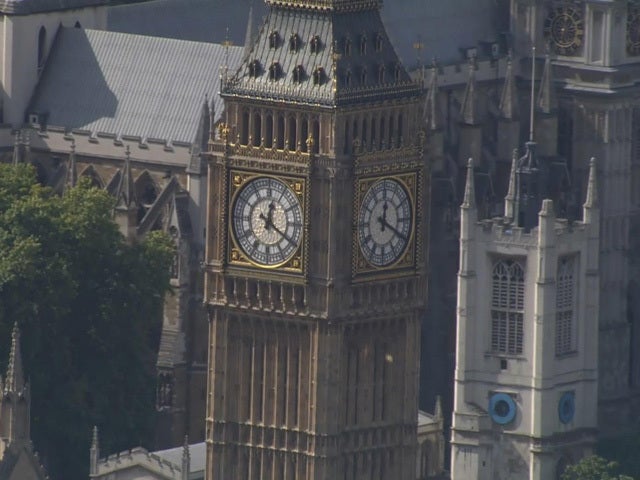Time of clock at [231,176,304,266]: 12:20
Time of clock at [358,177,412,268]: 12:19
